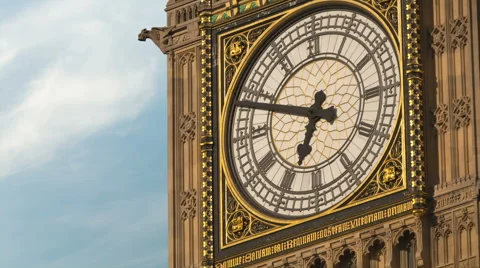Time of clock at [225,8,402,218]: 6:48
